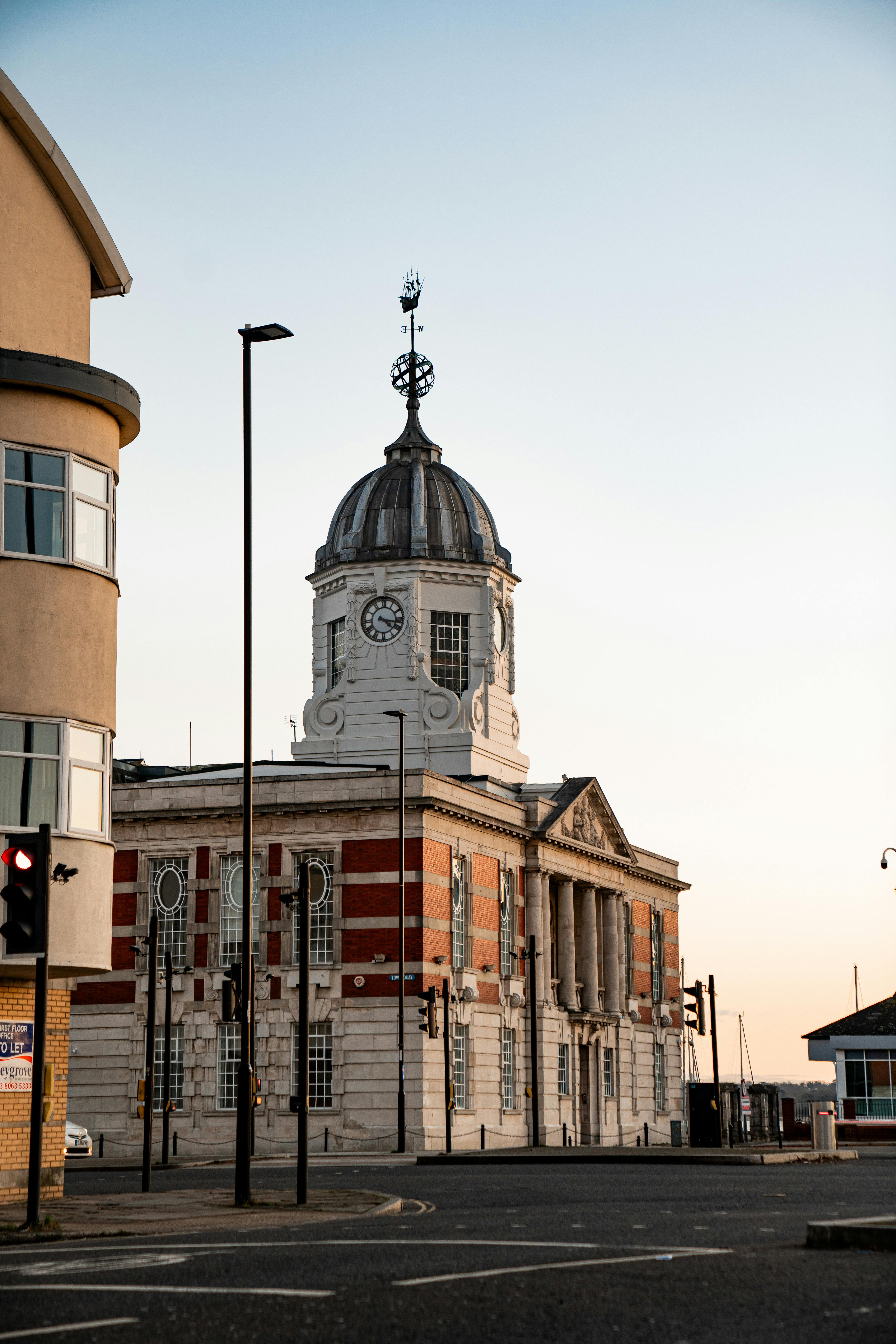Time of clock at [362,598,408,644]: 4:16
